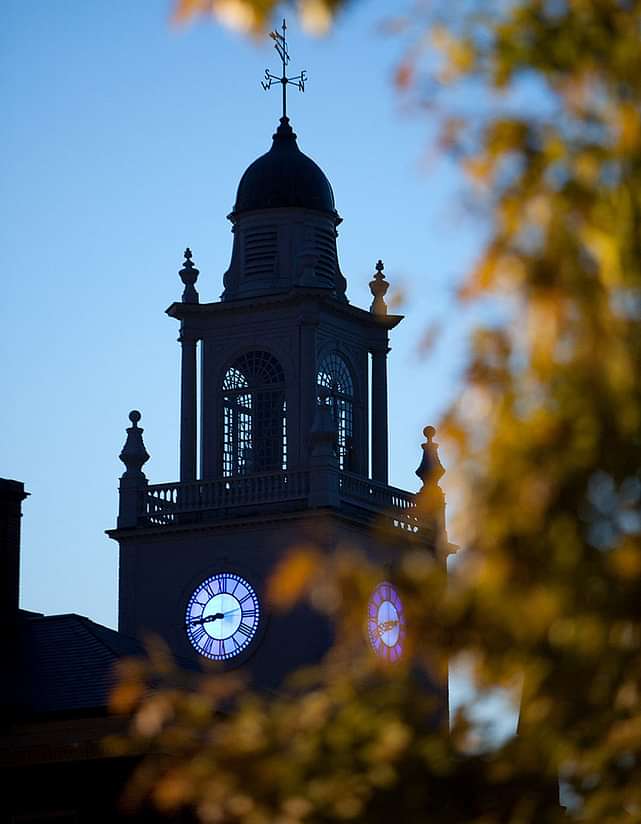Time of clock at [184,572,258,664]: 8:43
